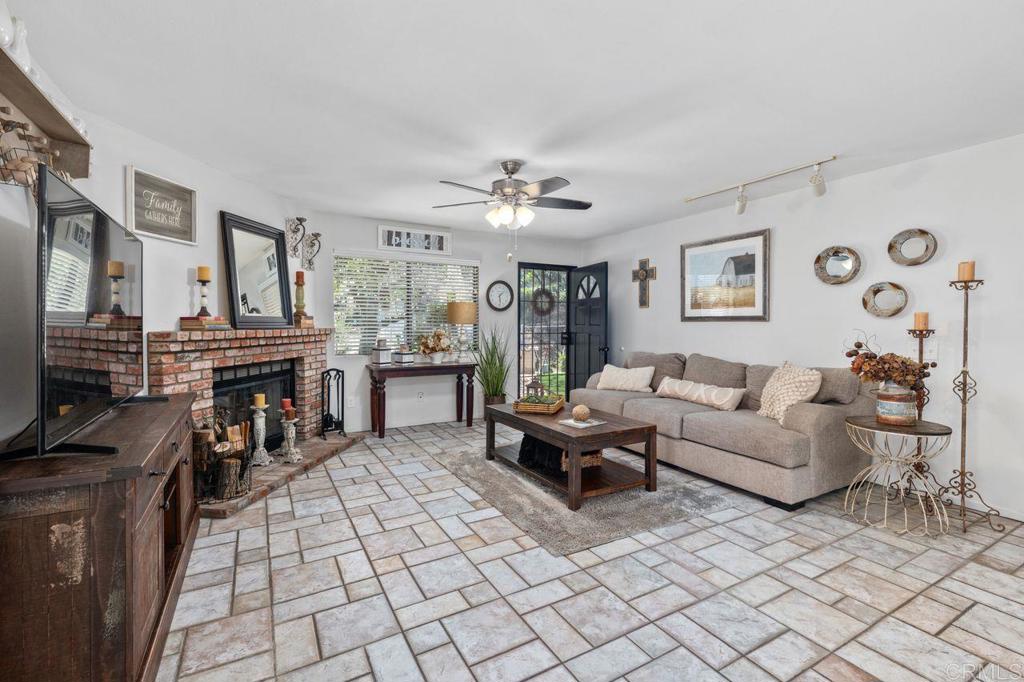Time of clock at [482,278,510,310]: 1:28
